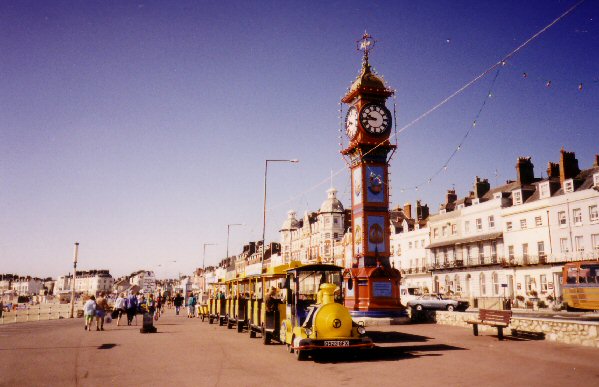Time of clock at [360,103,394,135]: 9:43
